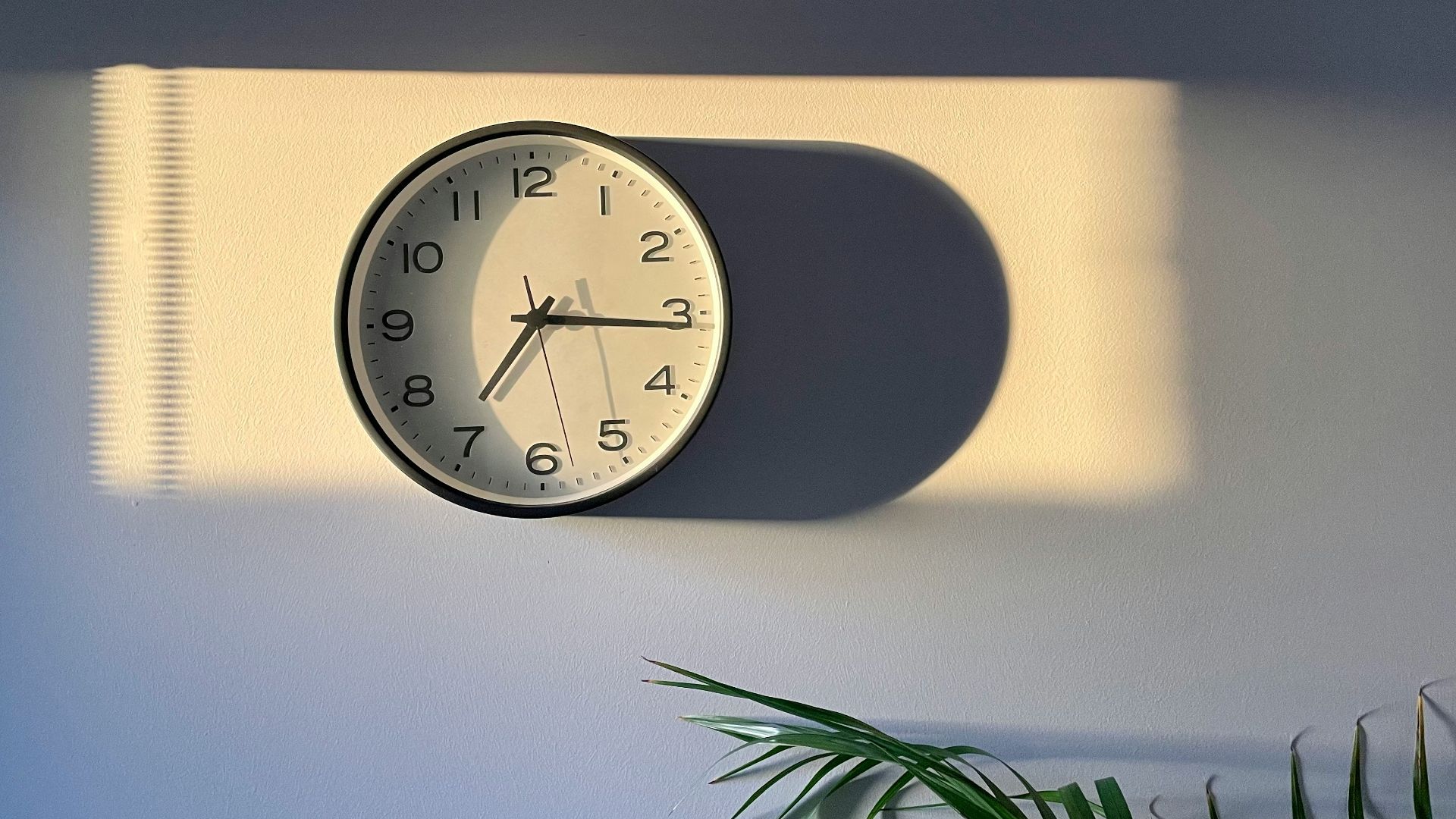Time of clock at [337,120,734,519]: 7:15
